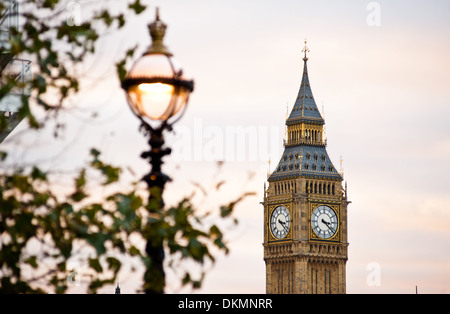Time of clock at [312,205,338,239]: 3:21
